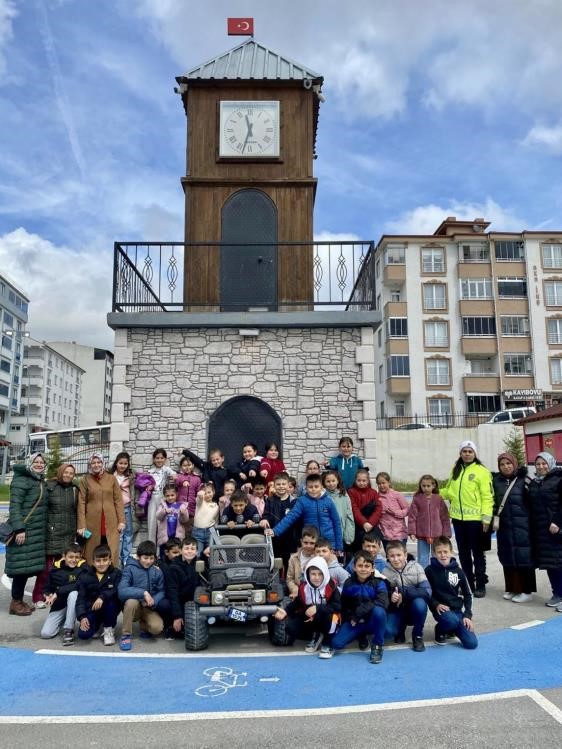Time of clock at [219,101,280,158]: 11:32
